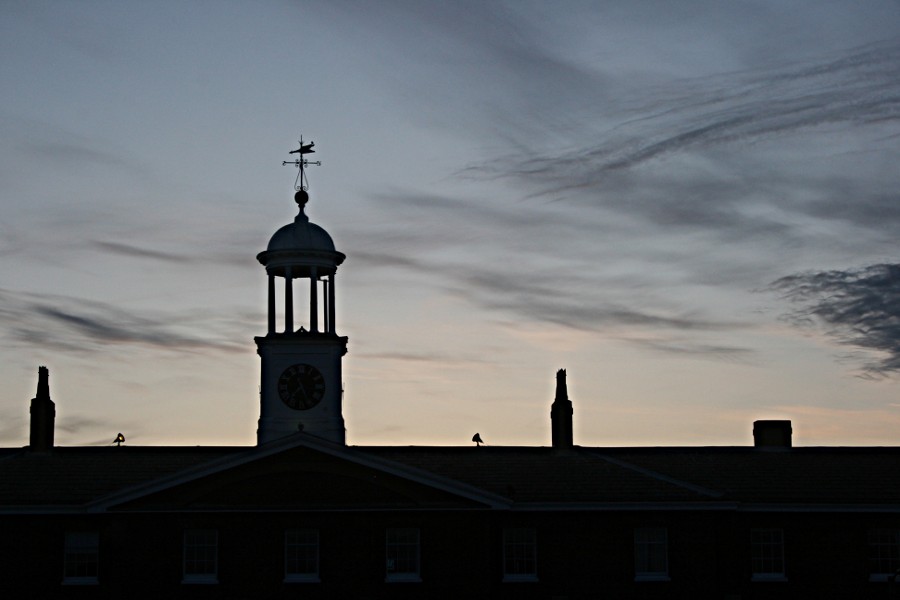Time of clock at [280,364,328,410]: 7:25
